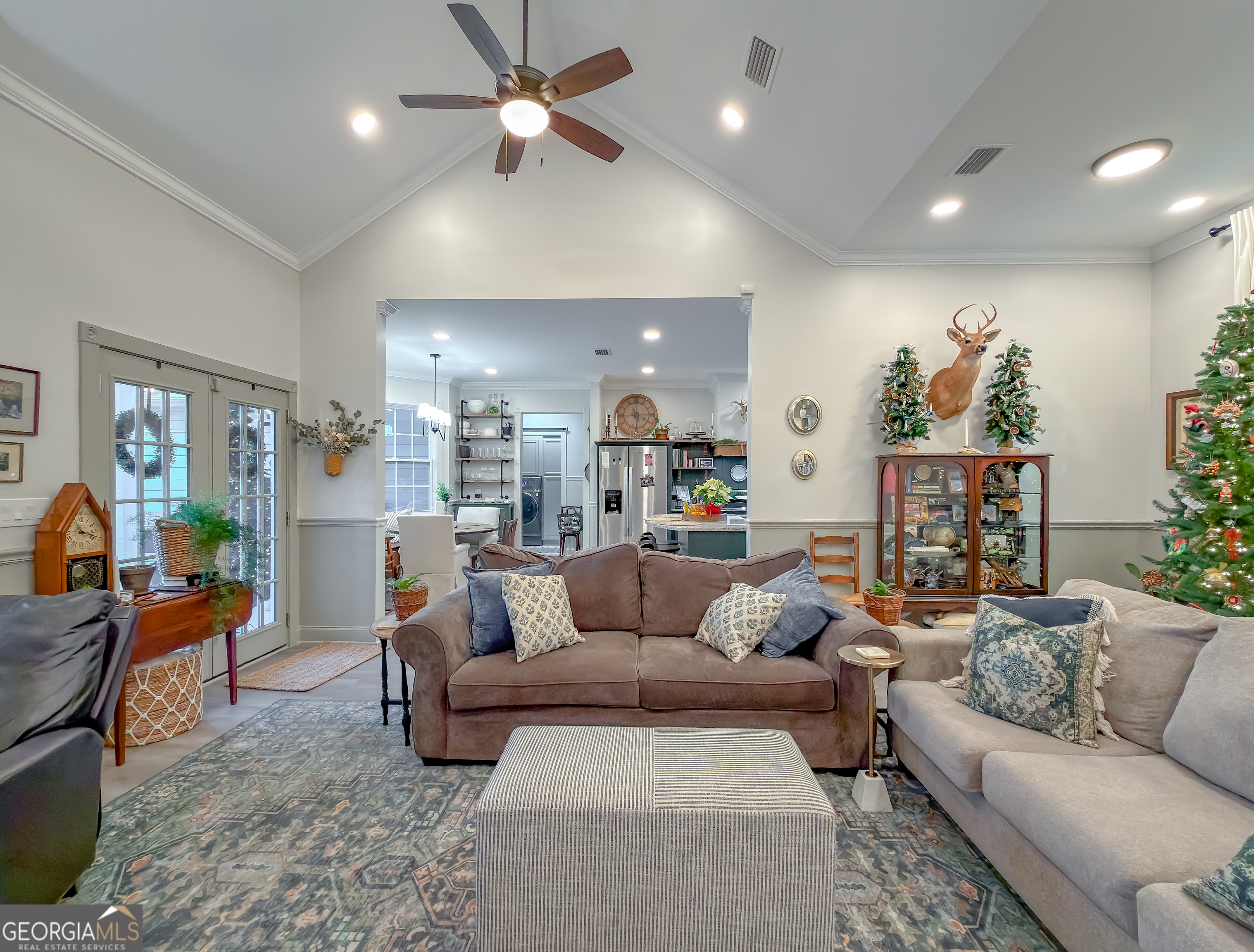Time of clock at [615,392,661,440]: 11:44
